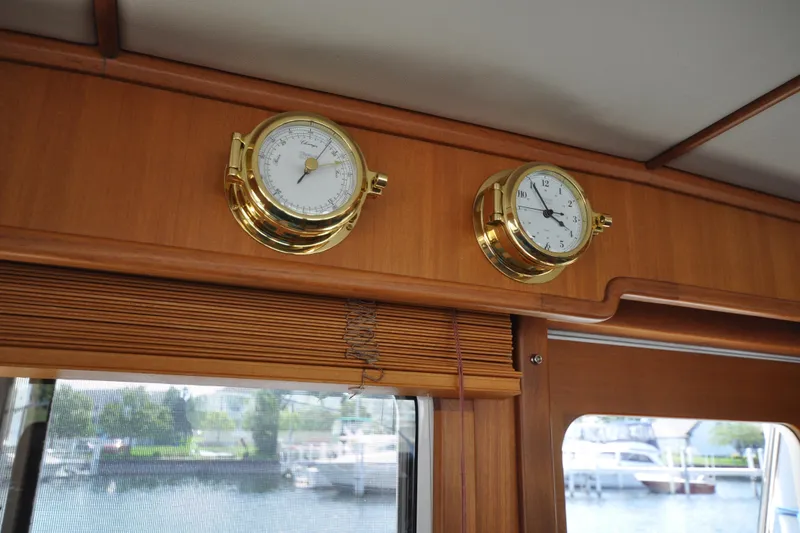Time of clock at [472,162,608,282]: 3:55
